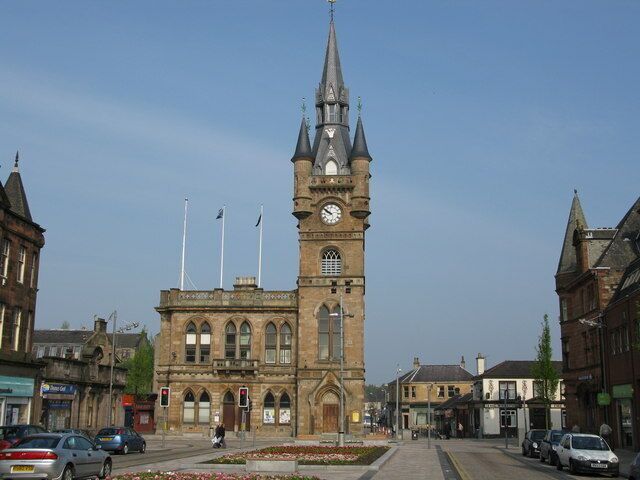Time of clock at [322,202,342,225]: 9:50
